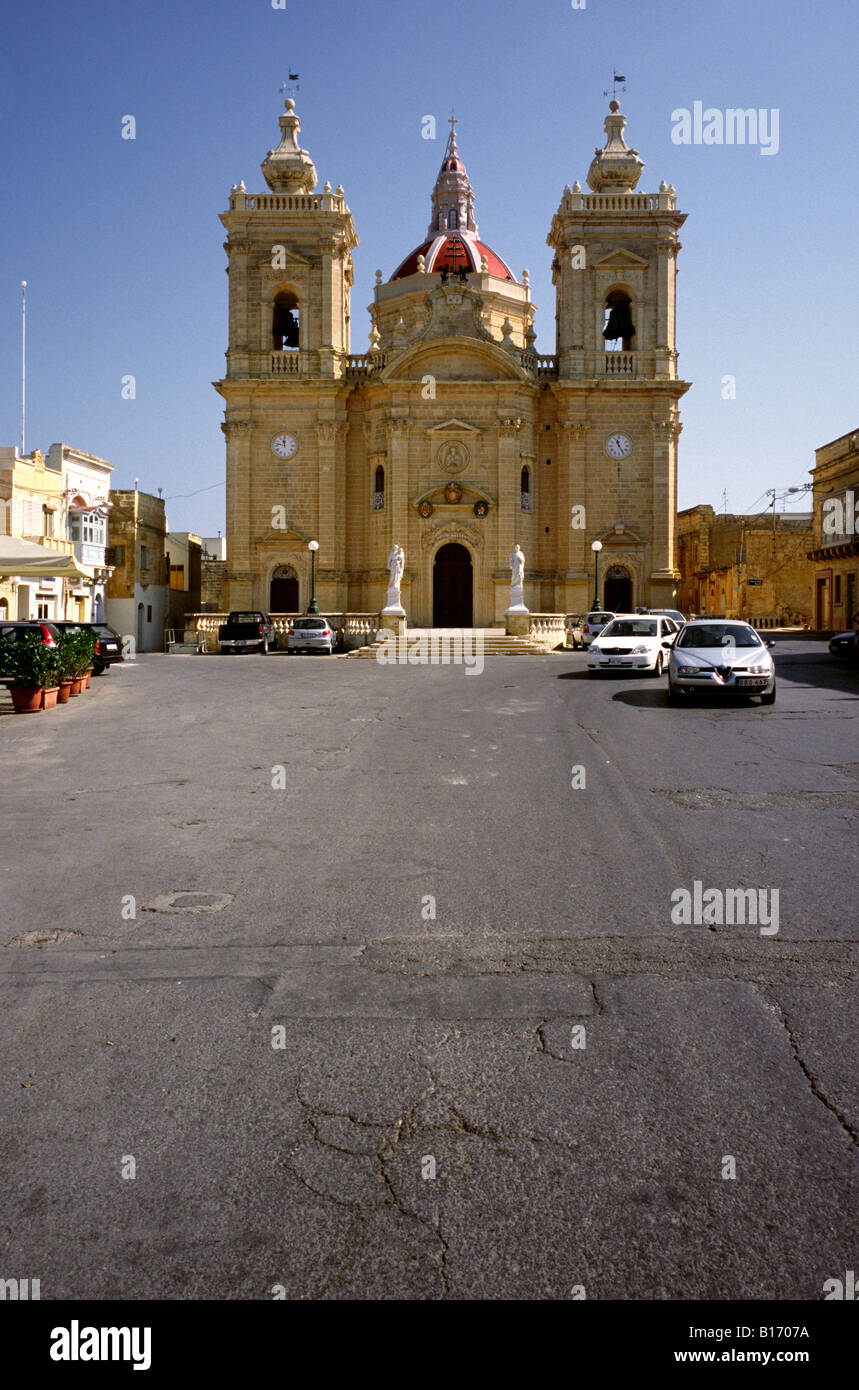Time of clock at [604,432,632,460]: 11:24
